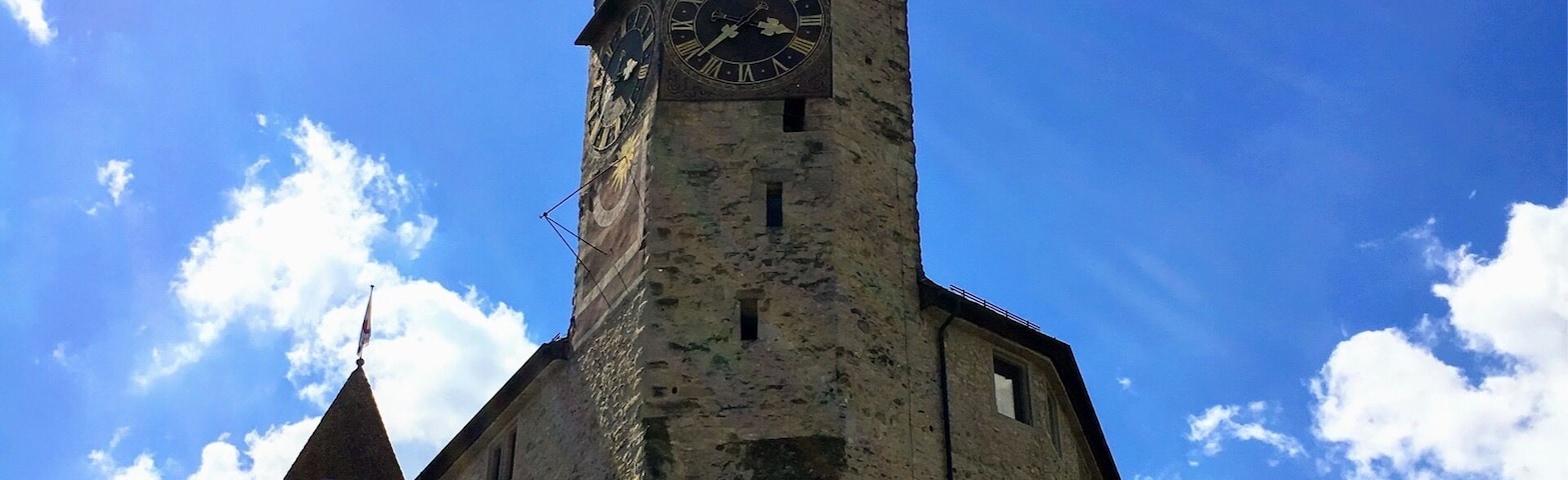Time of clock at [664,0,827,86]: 3:38
